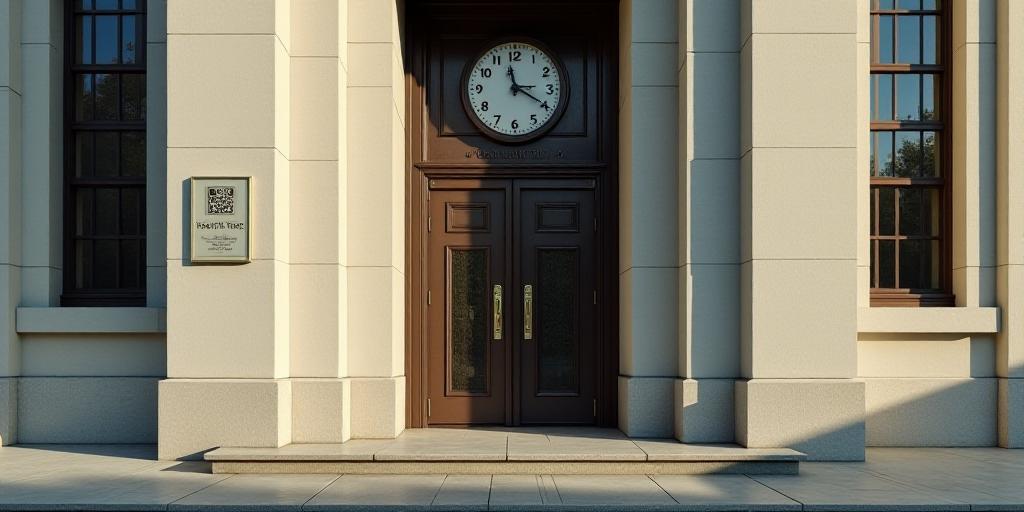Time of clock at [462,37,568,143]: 11:19
